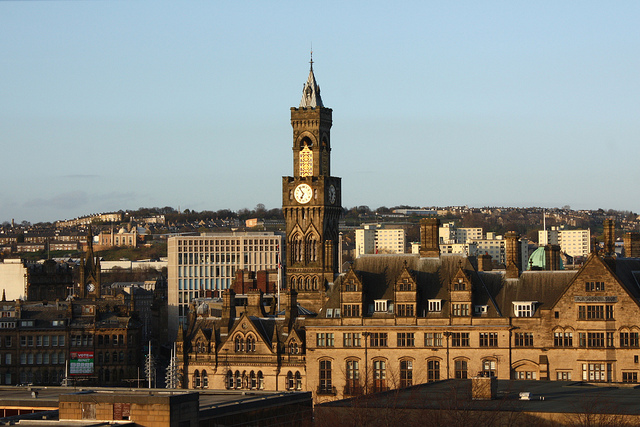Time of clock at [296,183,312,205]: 6:54
